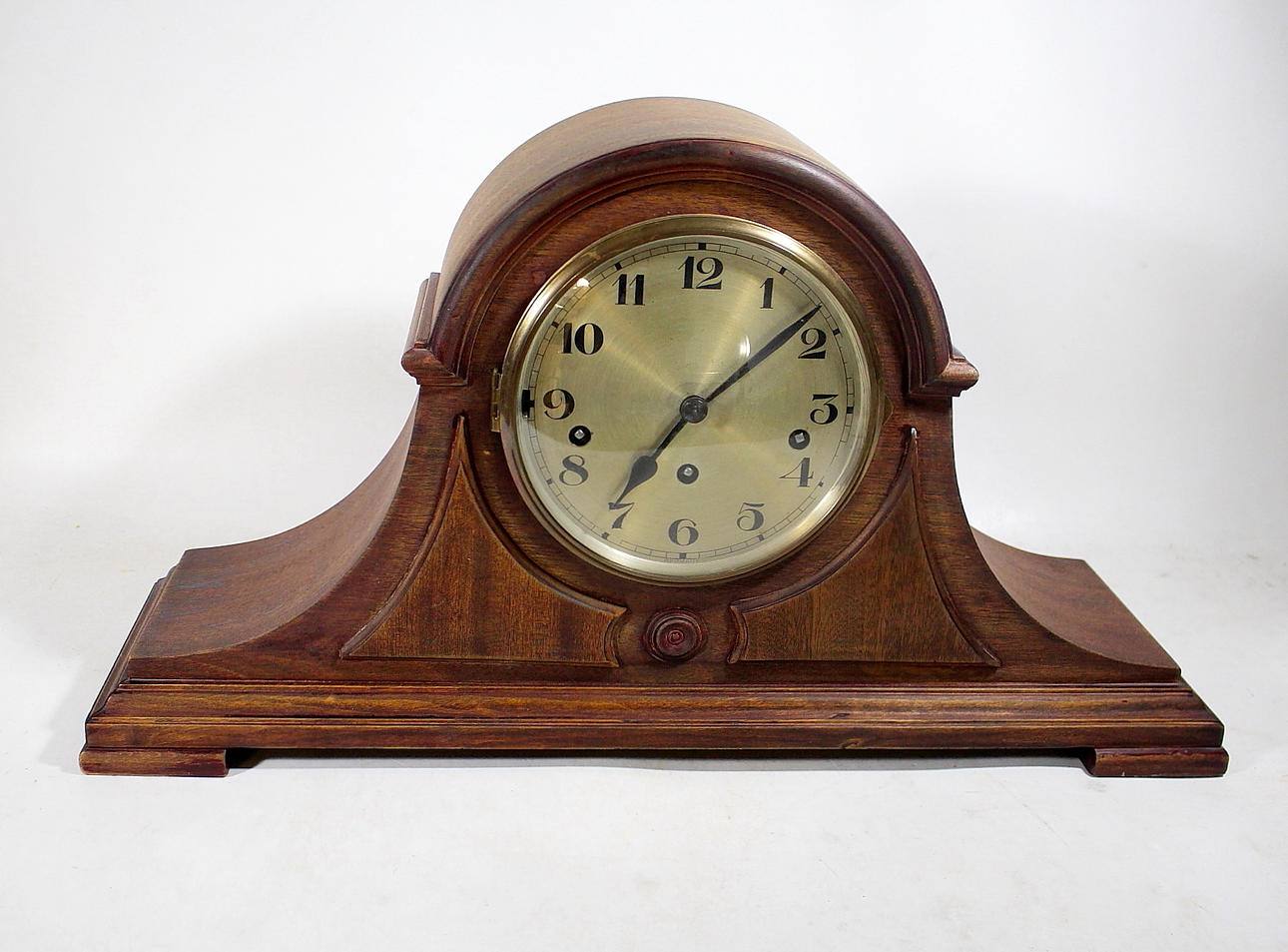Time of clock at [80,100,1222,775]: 7:08
